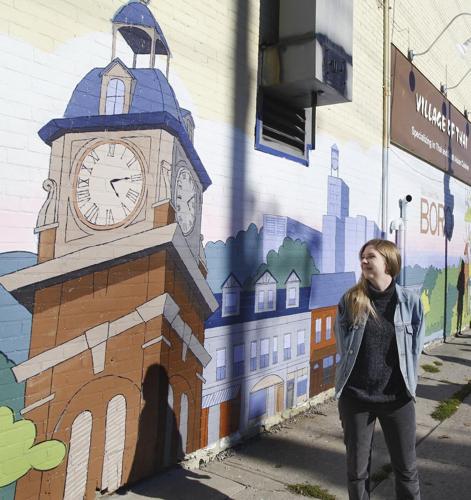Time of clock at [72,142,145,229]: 5:14
